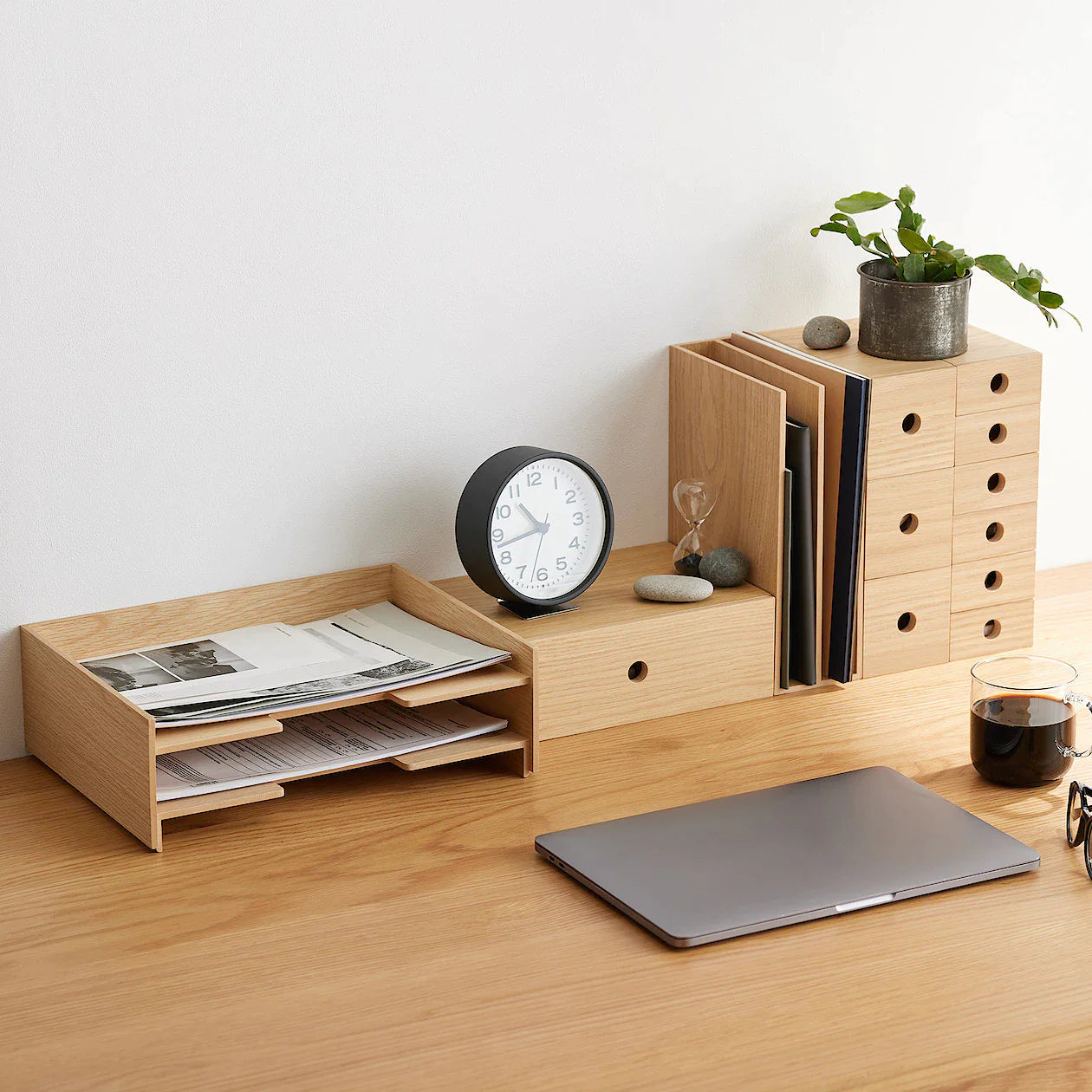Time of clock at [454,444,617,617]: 10:42
